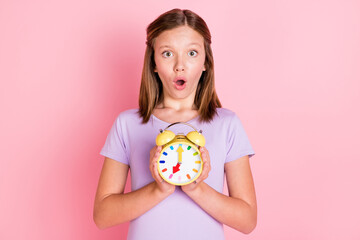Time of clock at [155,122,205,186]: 7:00
